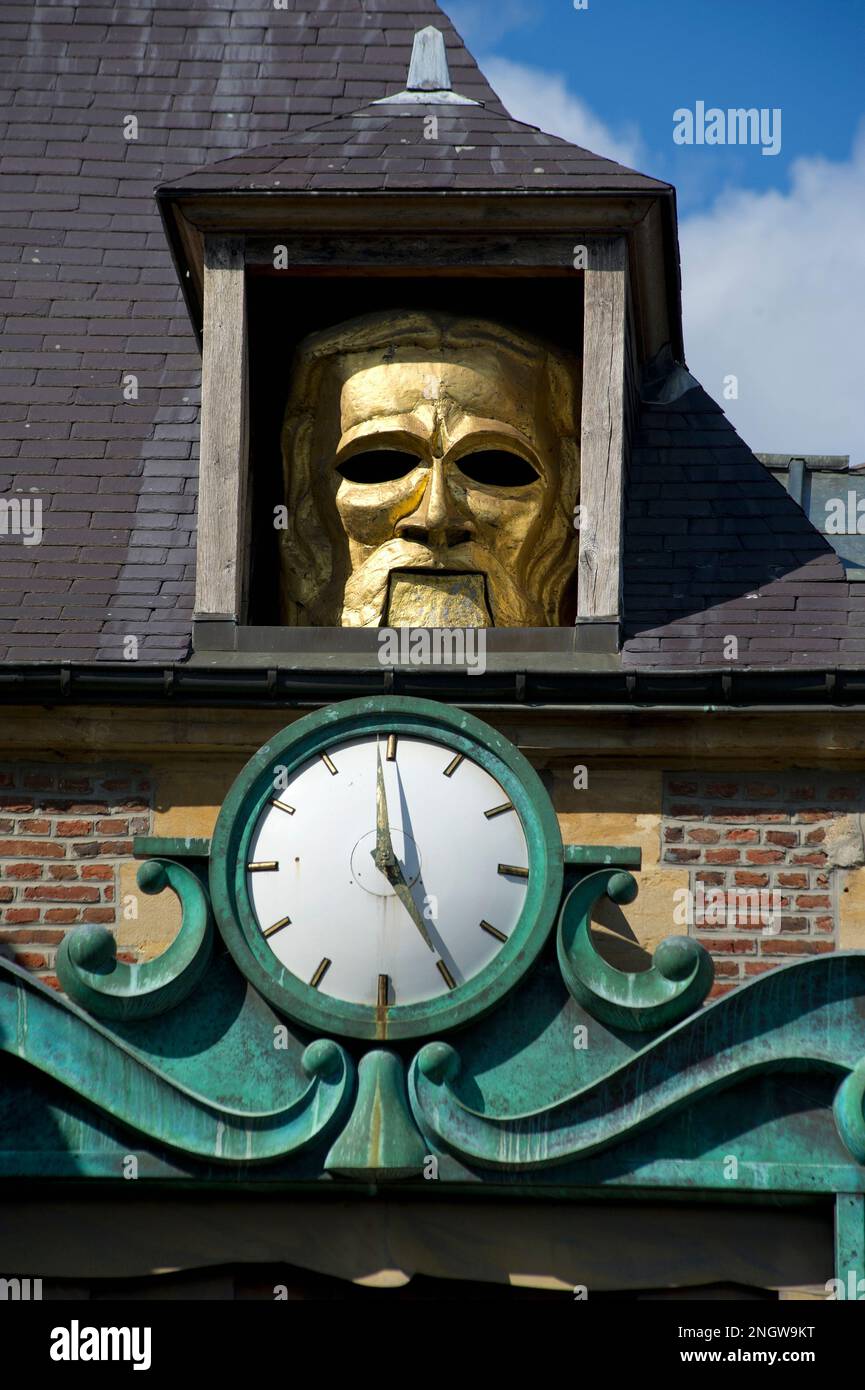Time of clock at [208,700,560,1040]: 4:58
